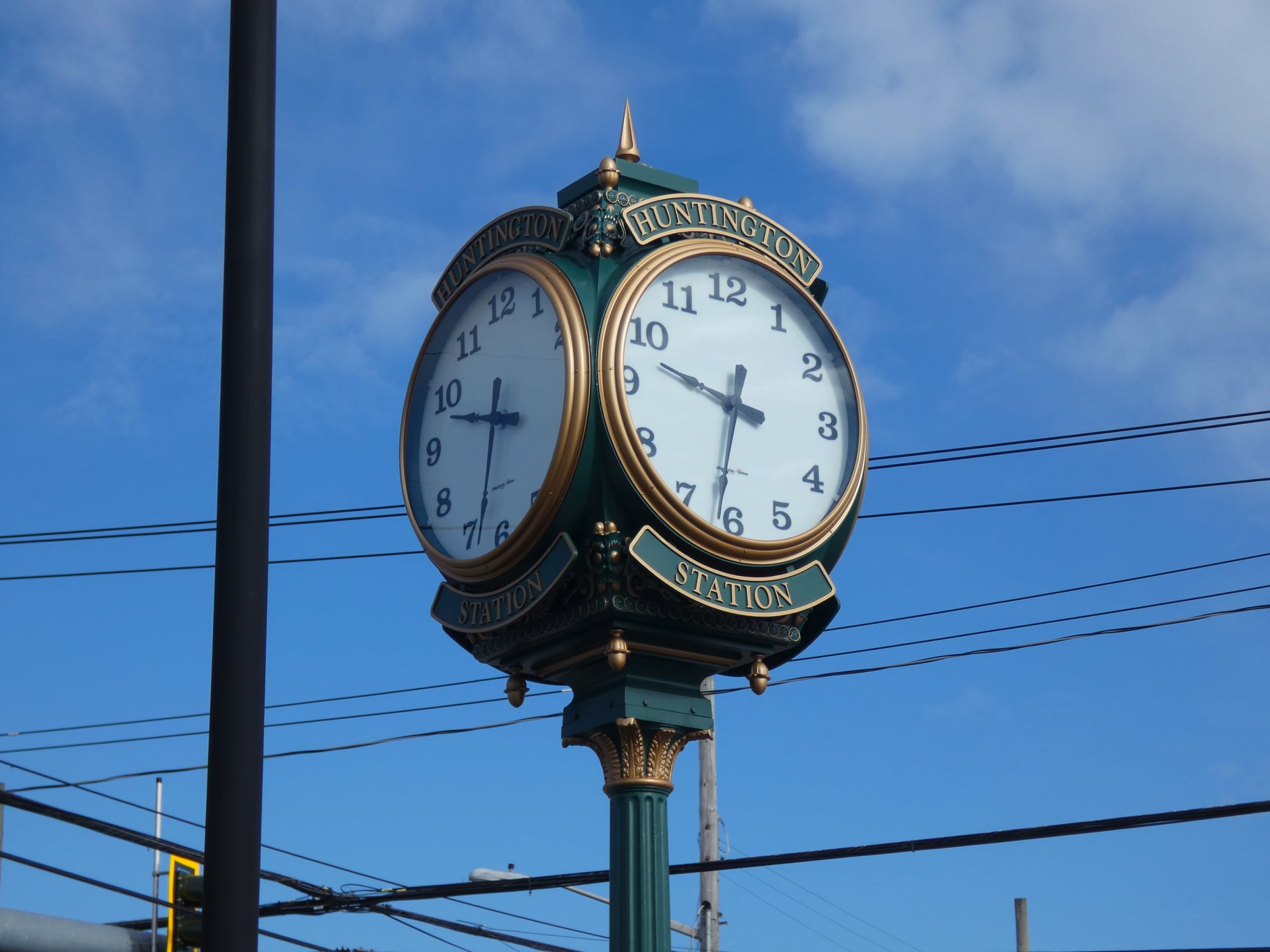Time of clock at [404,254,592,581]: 9:32
